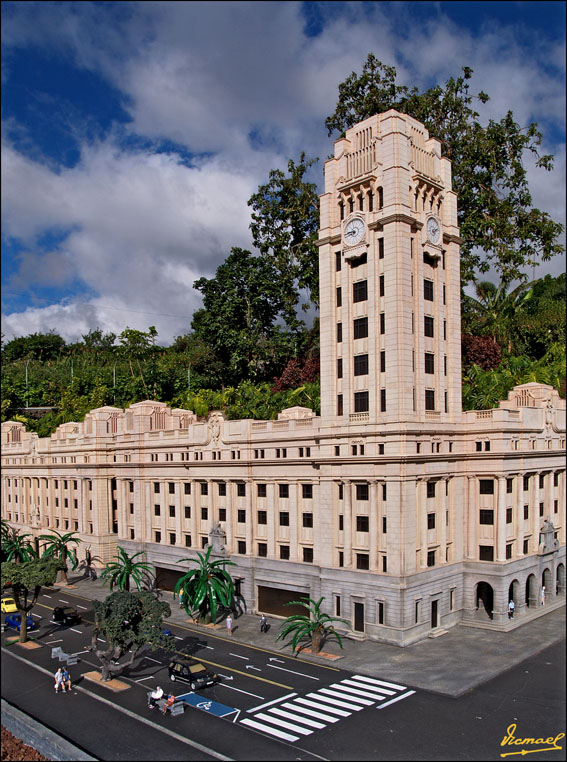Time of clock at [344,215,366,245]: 8:40
